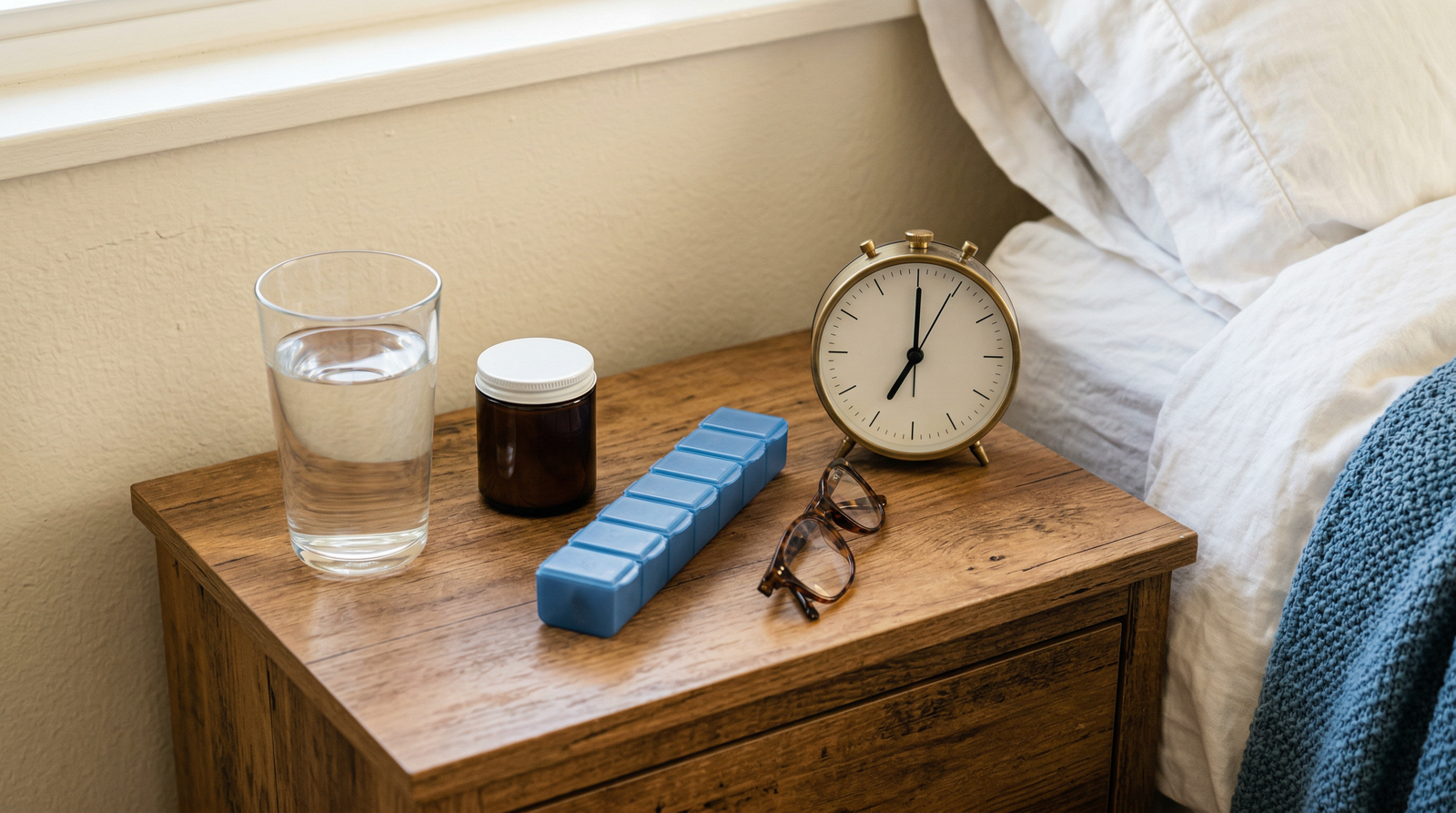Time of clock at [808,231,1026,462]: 7:00
